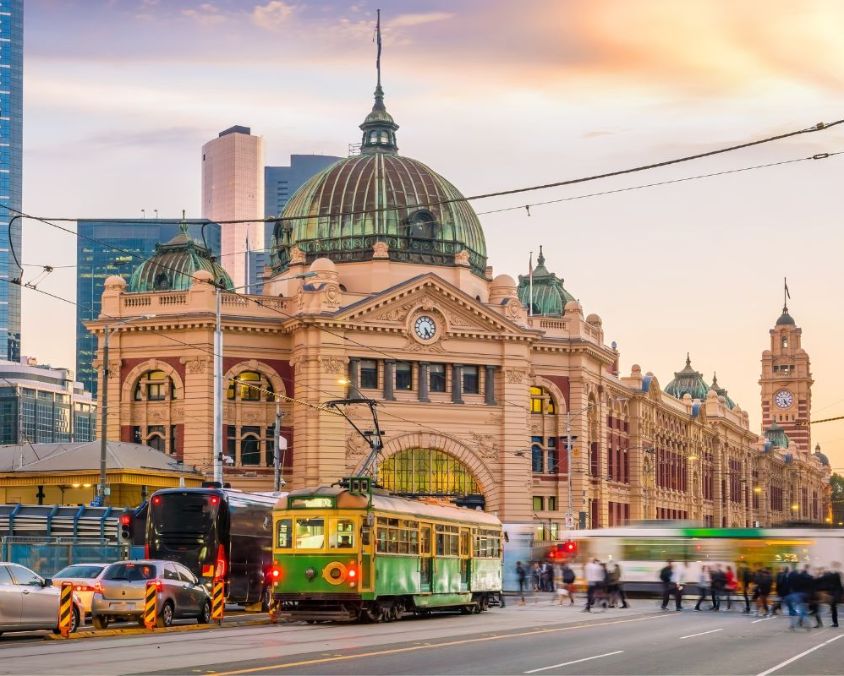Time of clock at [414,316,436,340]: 5:24
